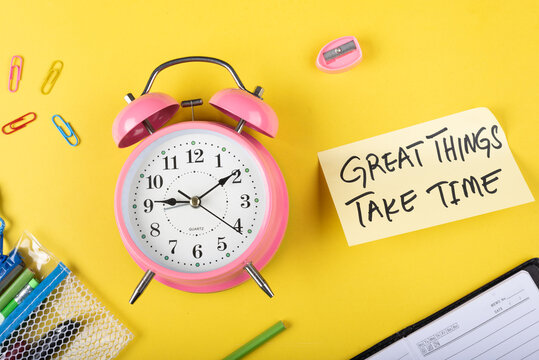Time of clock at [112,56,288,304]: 9:09
